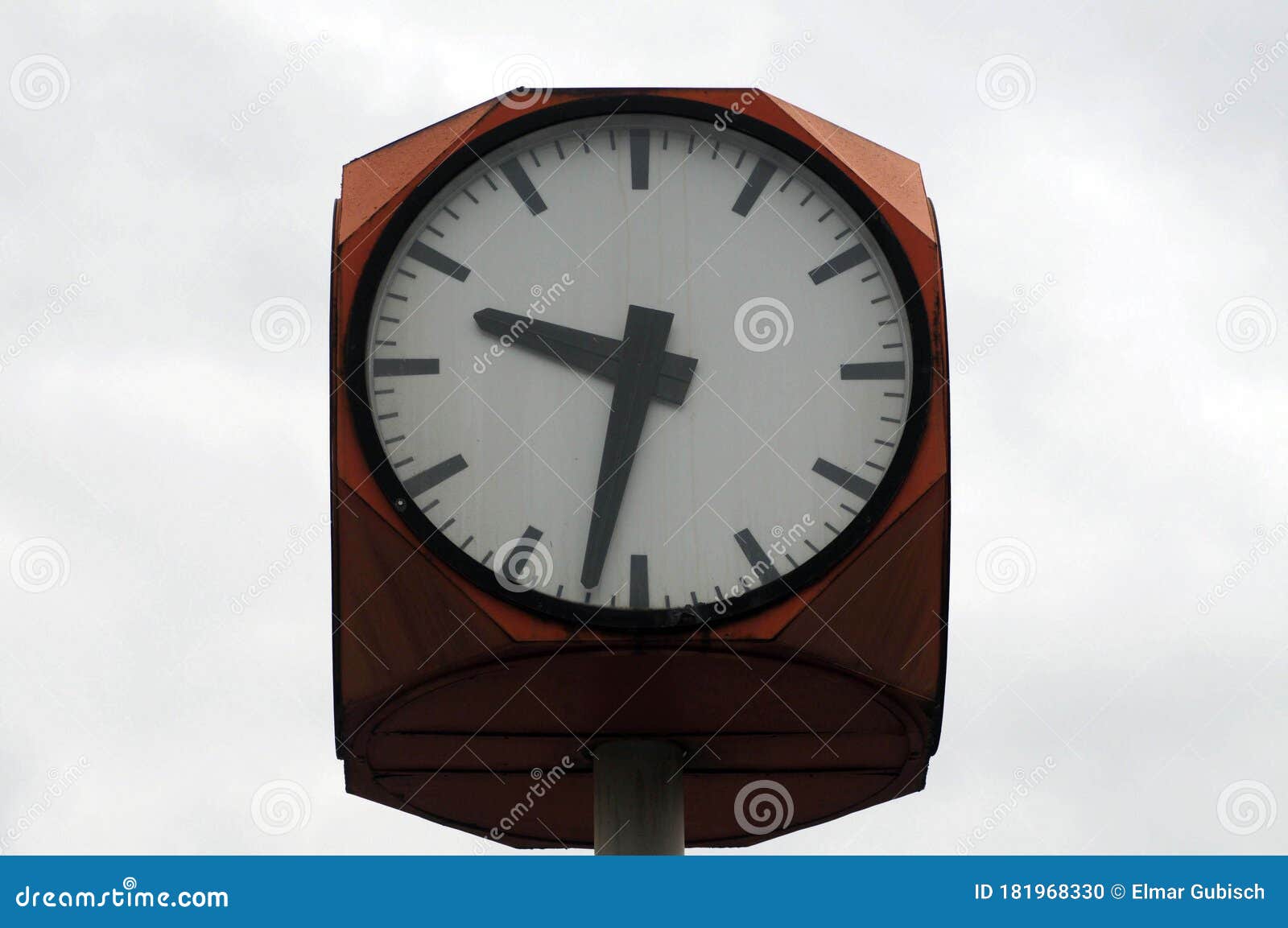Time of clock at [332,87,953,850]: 9:32
